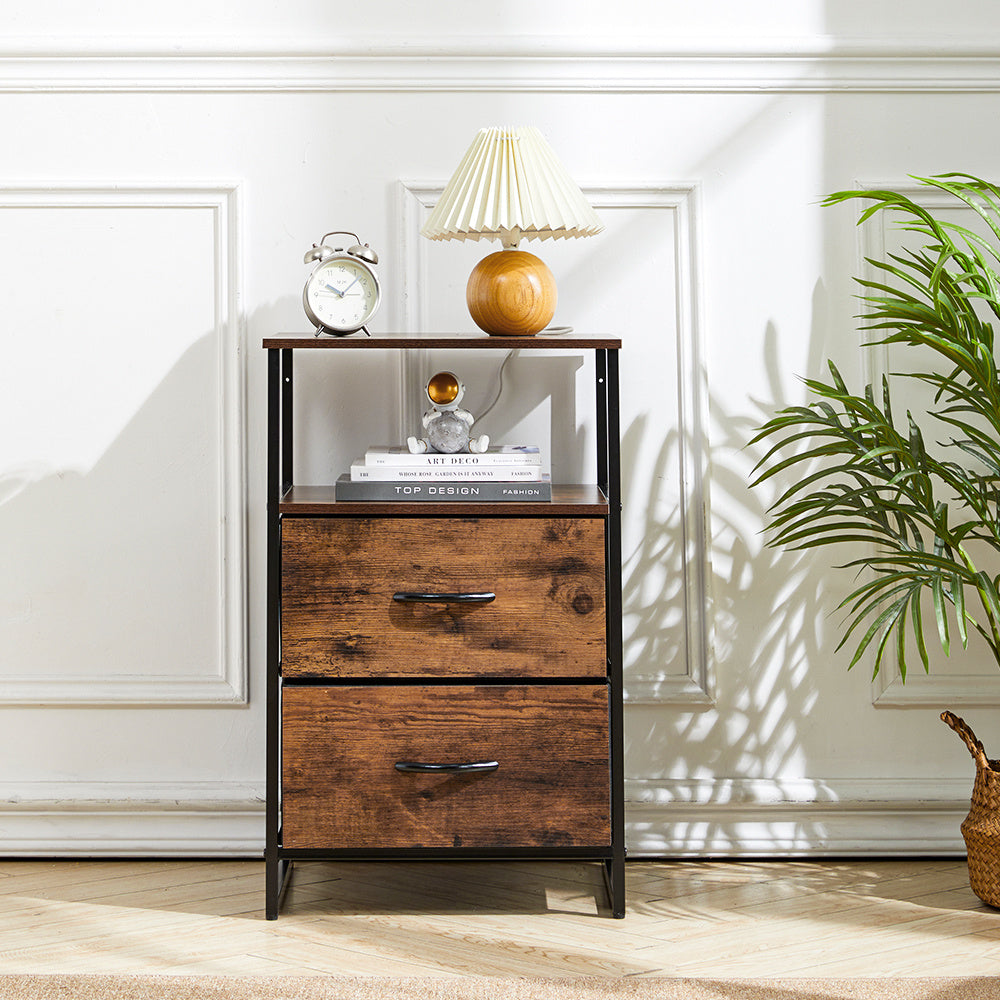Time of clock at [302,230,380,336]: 10:07
